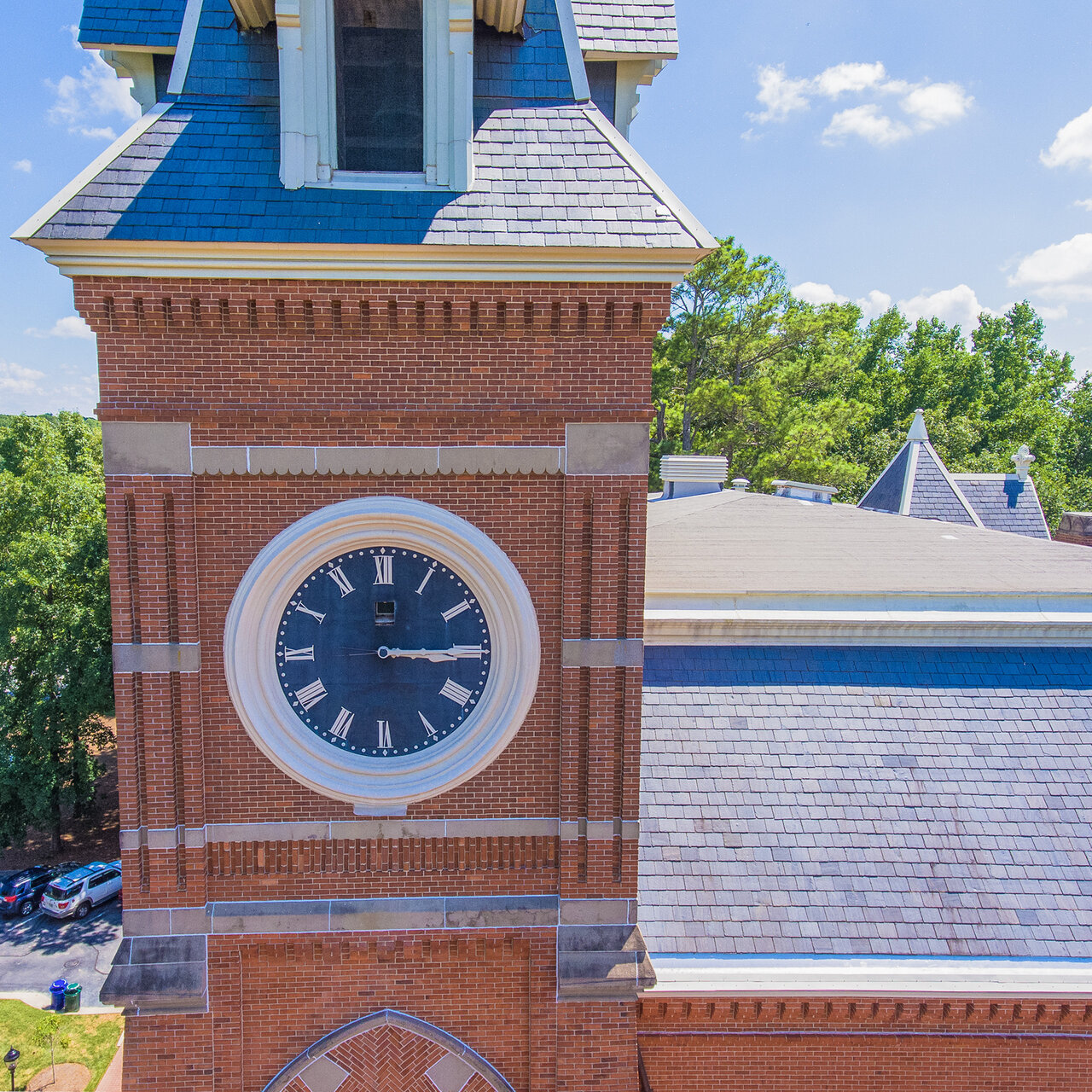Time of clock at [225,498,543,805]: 3:15
